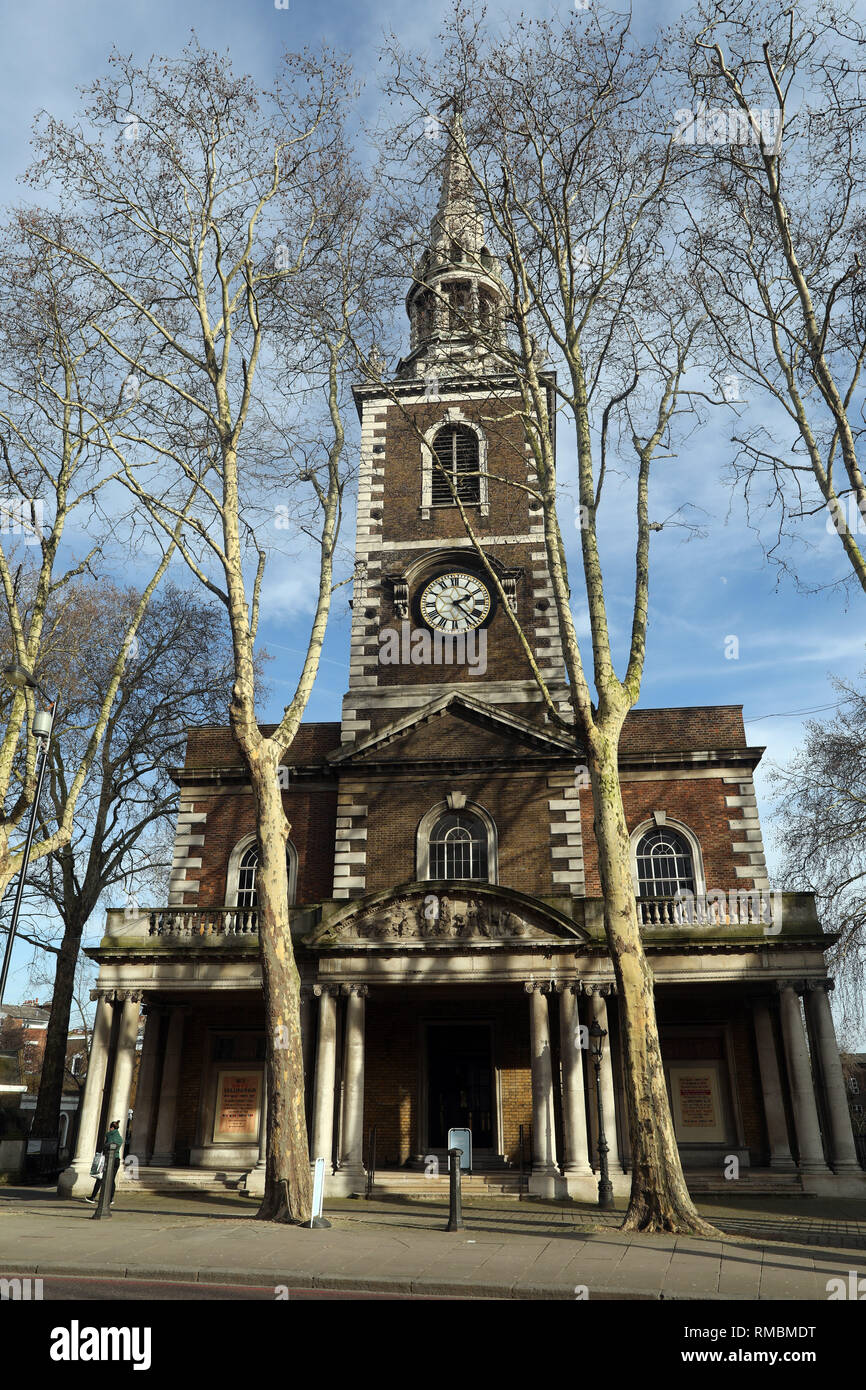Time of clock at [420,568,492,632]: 2:22
